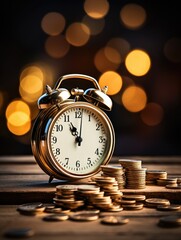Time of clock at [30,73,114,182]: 11:01
